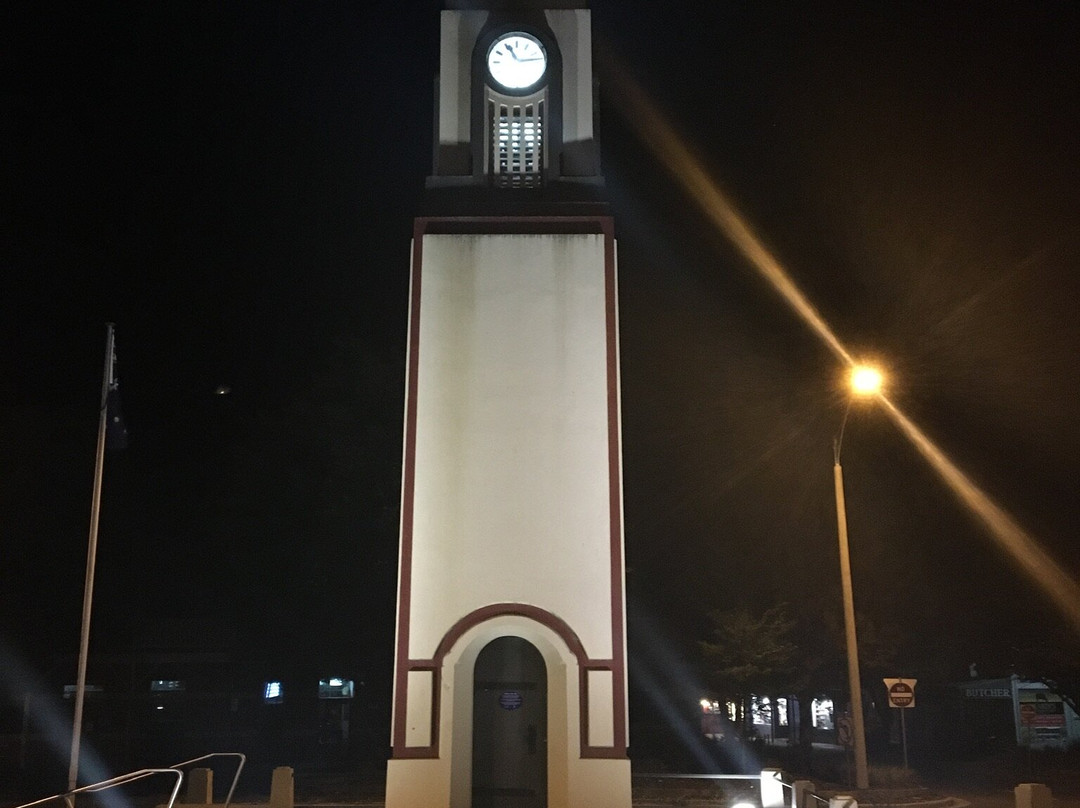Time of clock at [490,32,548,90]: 11:13
